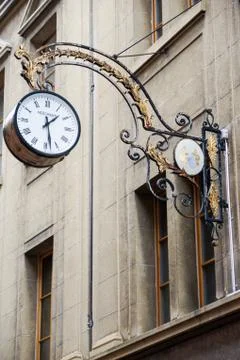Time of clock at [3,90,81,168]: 1:28
